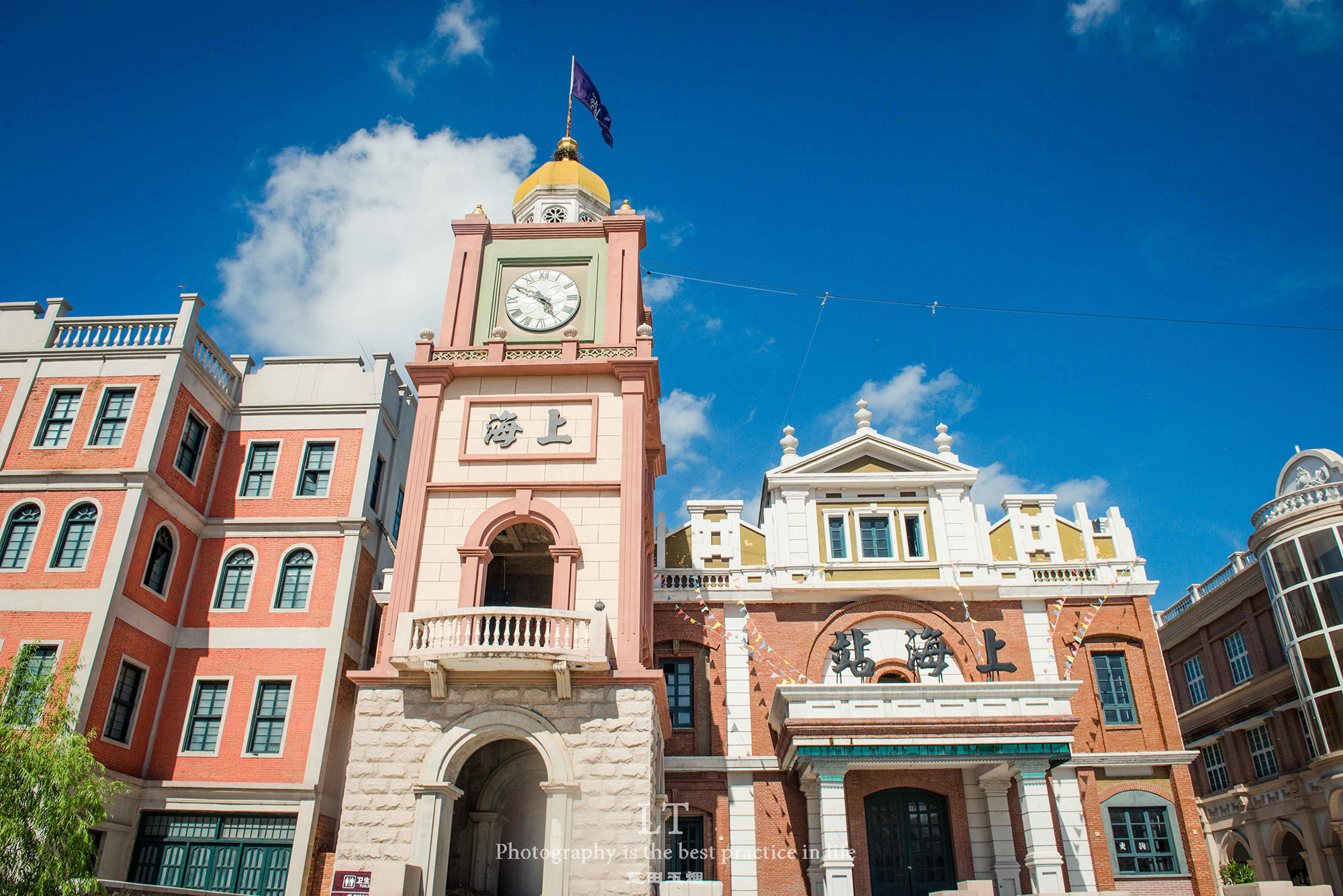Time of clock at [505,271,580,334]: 4:49
